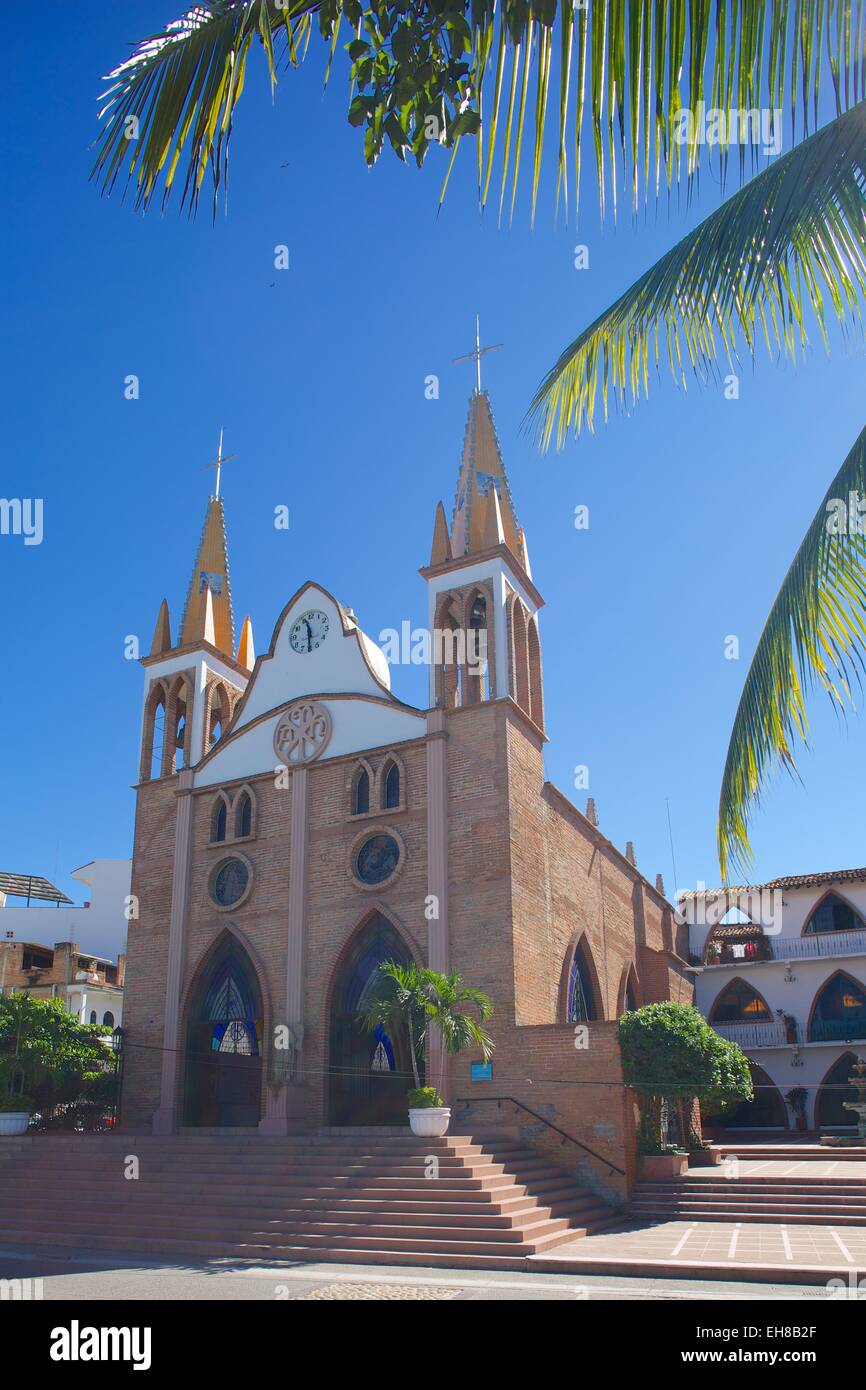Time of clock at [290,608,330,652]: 11:29
